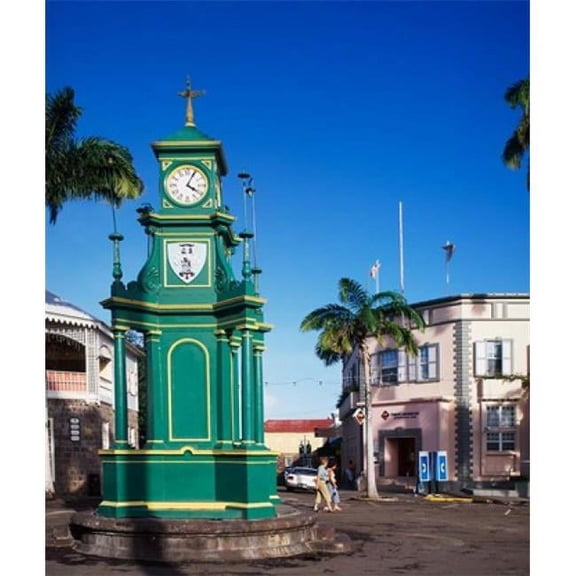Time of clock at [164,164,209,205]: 4:04
